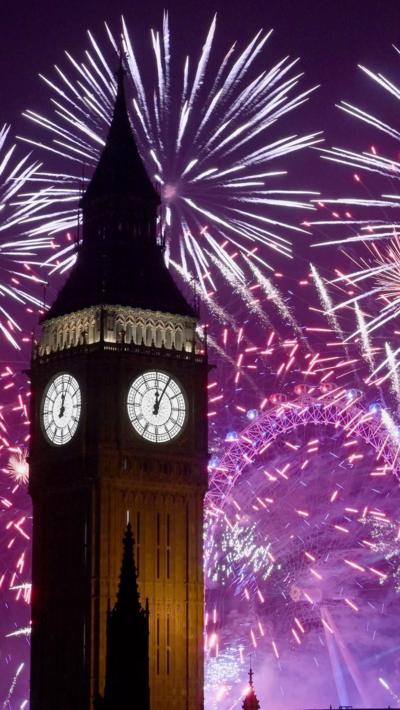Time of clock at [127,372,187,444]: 12:04
